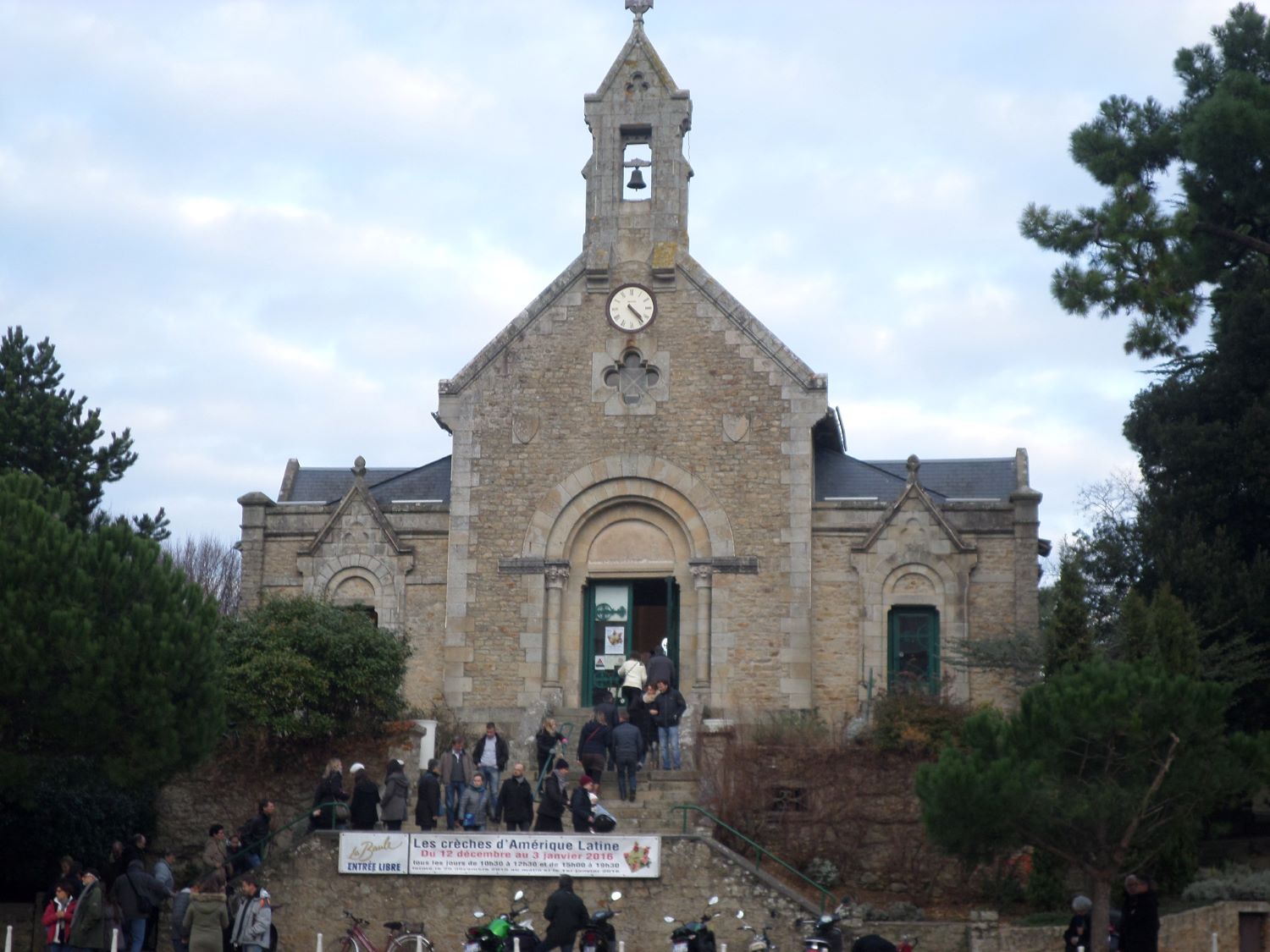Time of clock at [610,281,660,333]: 4:23
